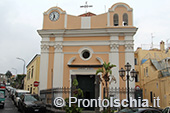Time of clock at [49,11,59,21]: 11:32
